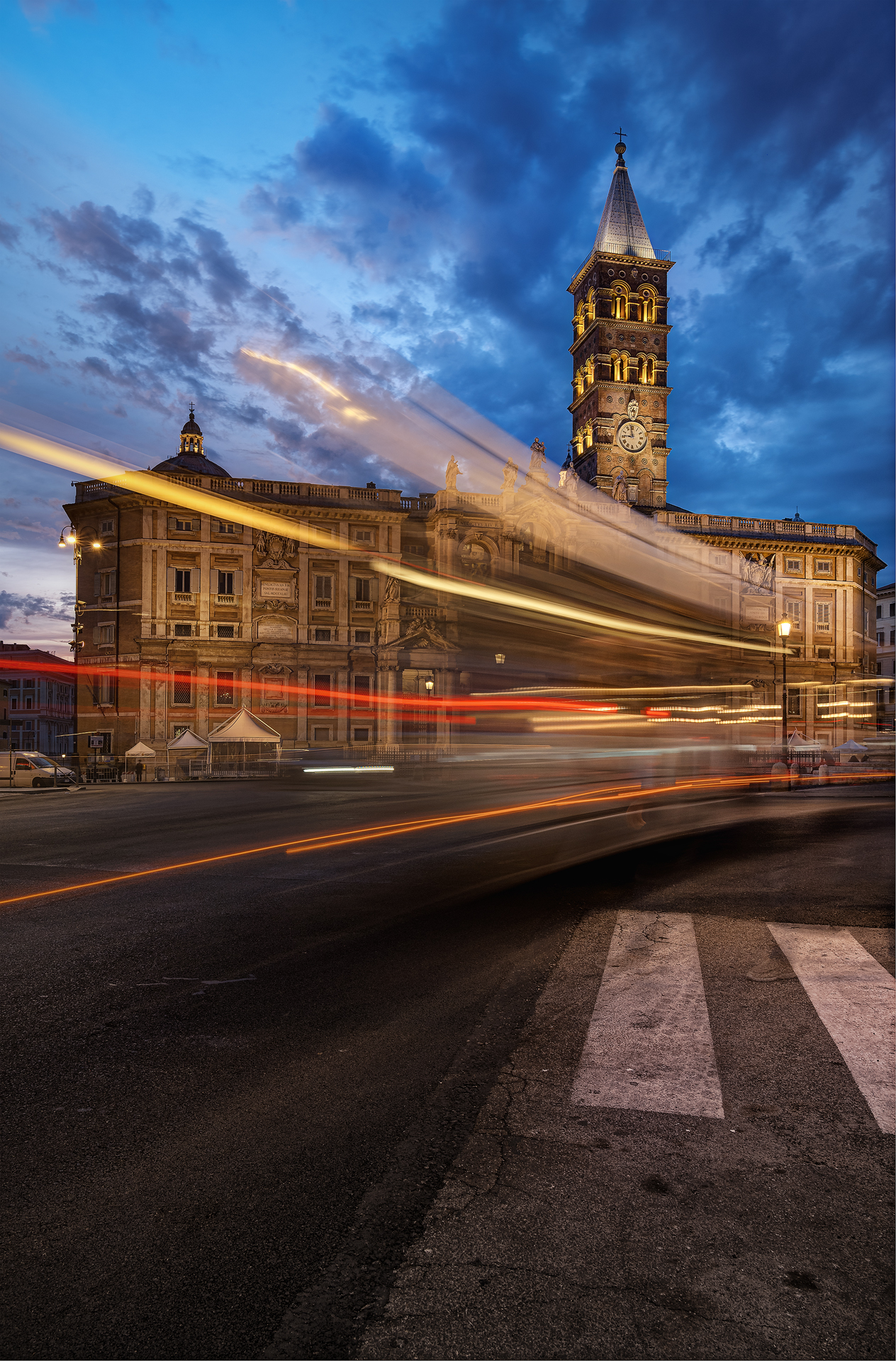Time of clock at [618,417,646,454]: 8:58
